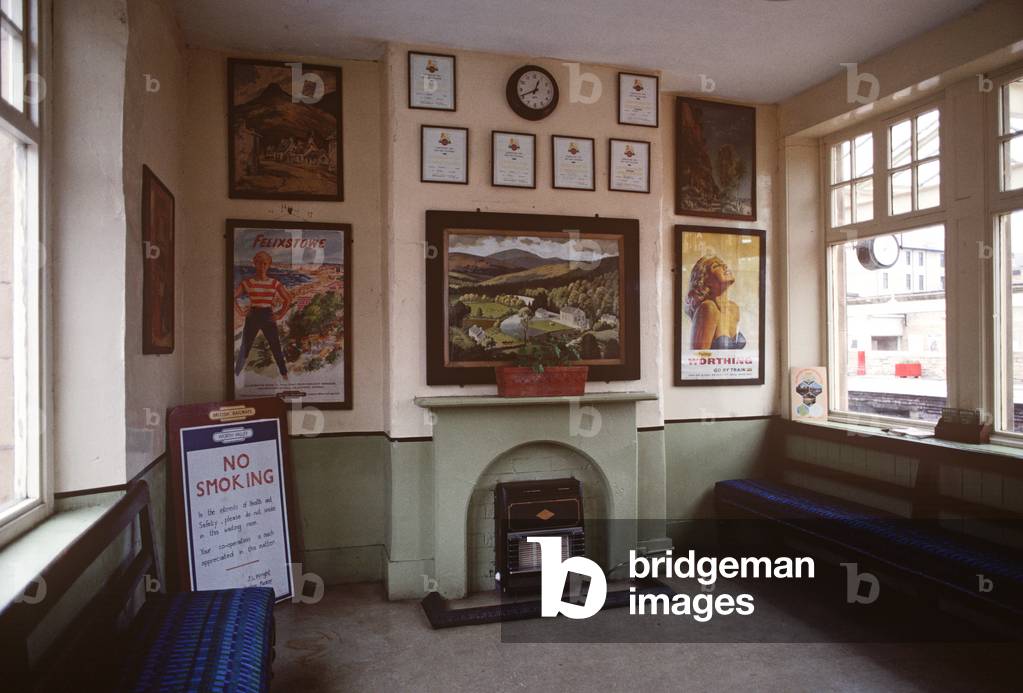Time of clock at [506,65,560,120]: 12:41
